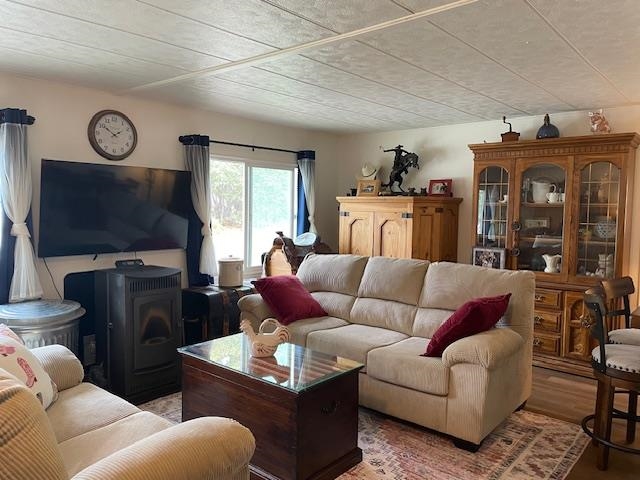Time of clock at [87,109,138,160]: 1:50
